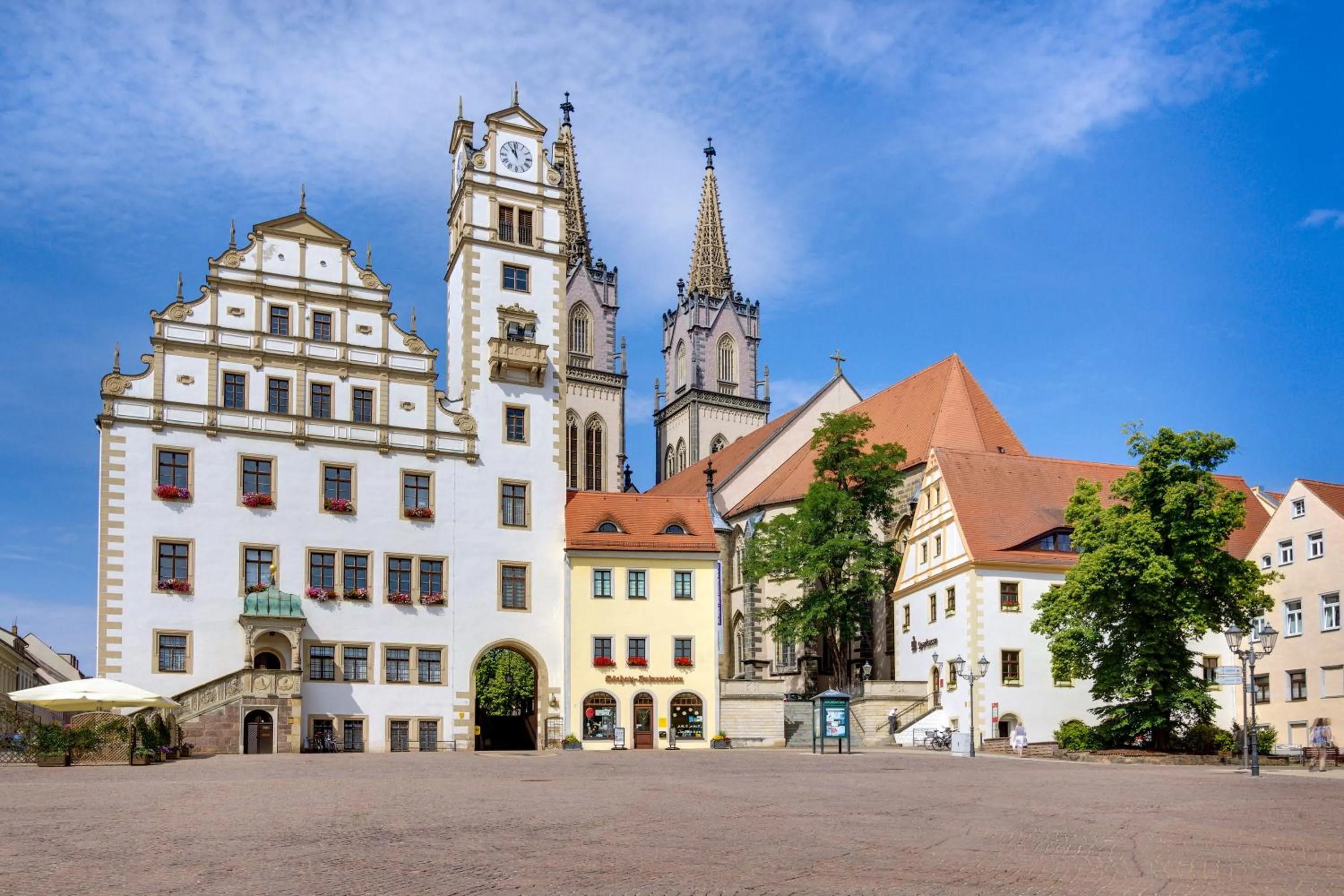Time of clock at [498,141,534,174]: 10:58
